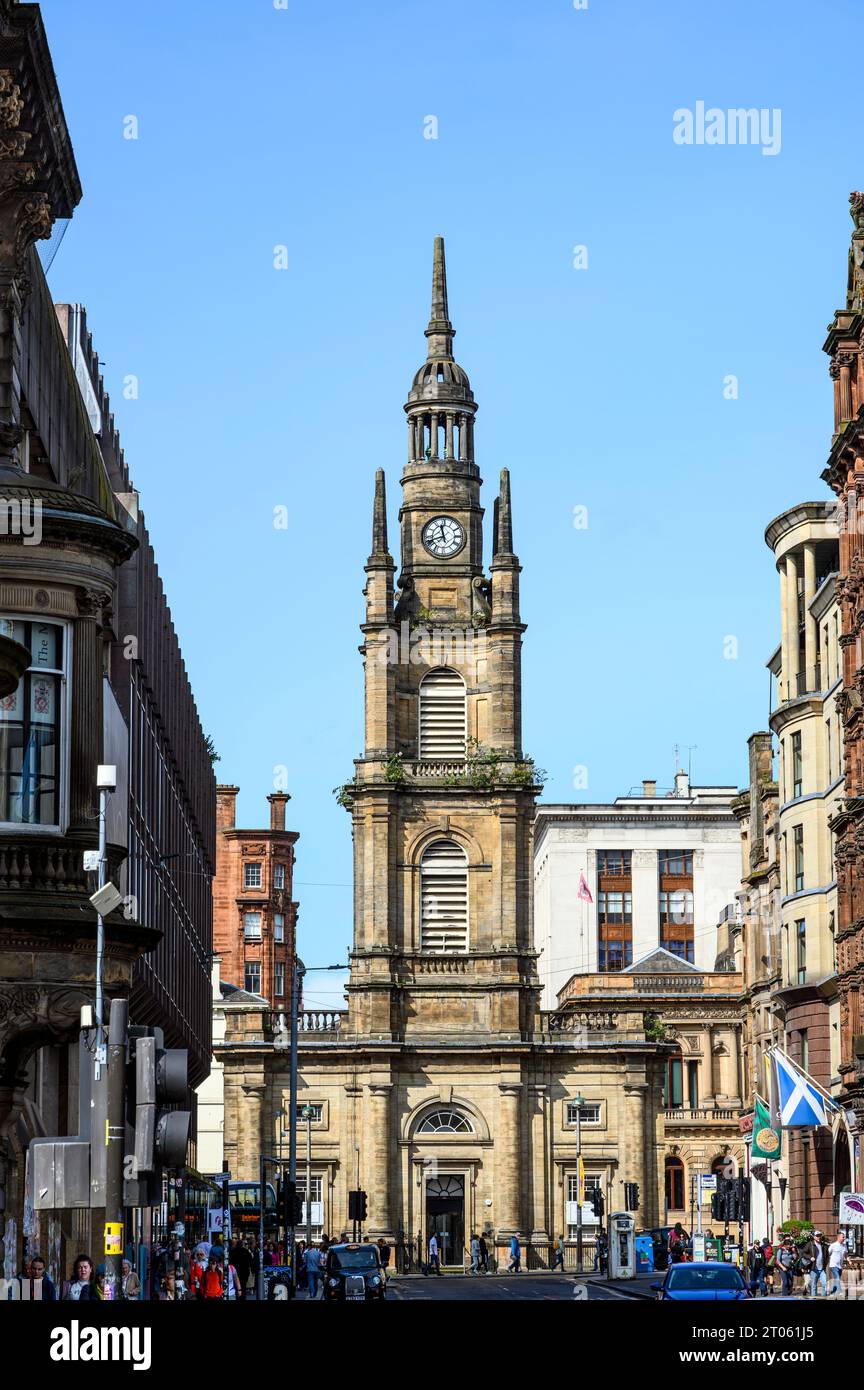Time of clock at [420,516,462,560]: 11:41
